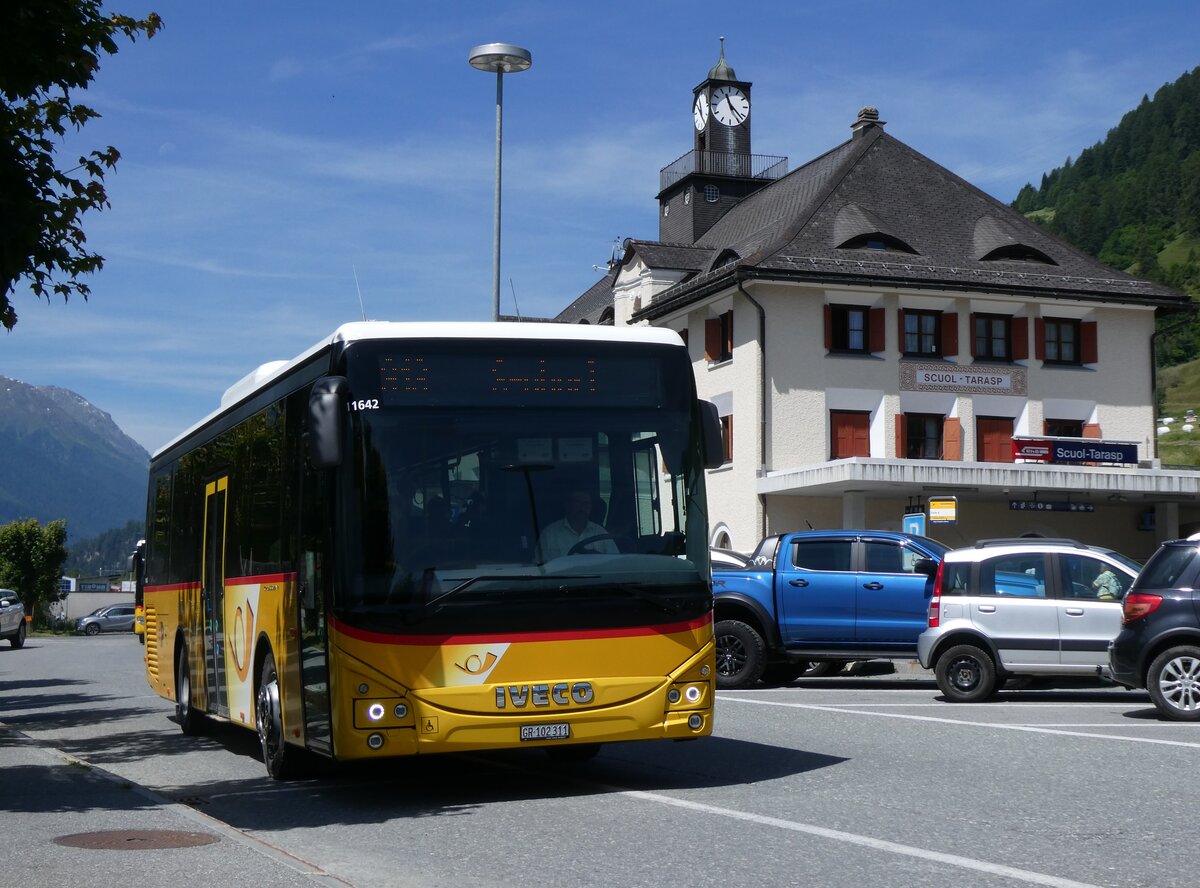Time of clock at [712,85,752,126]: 11:22
